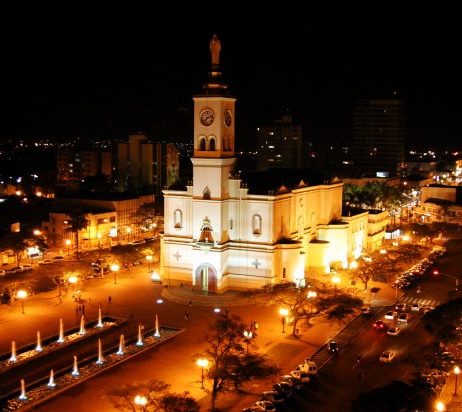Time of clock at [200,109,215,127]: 7:12
